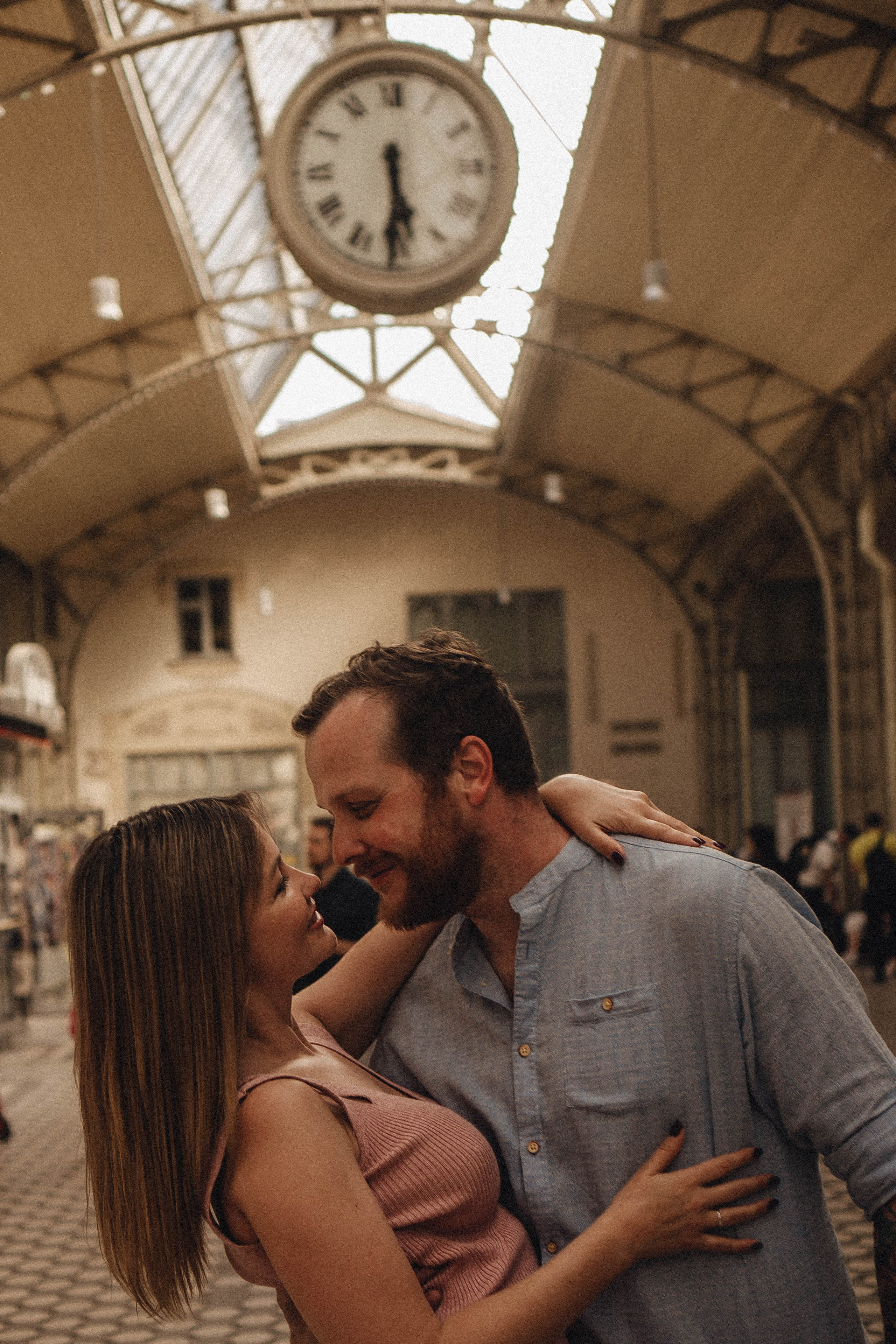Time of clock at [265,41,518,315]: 5:30
